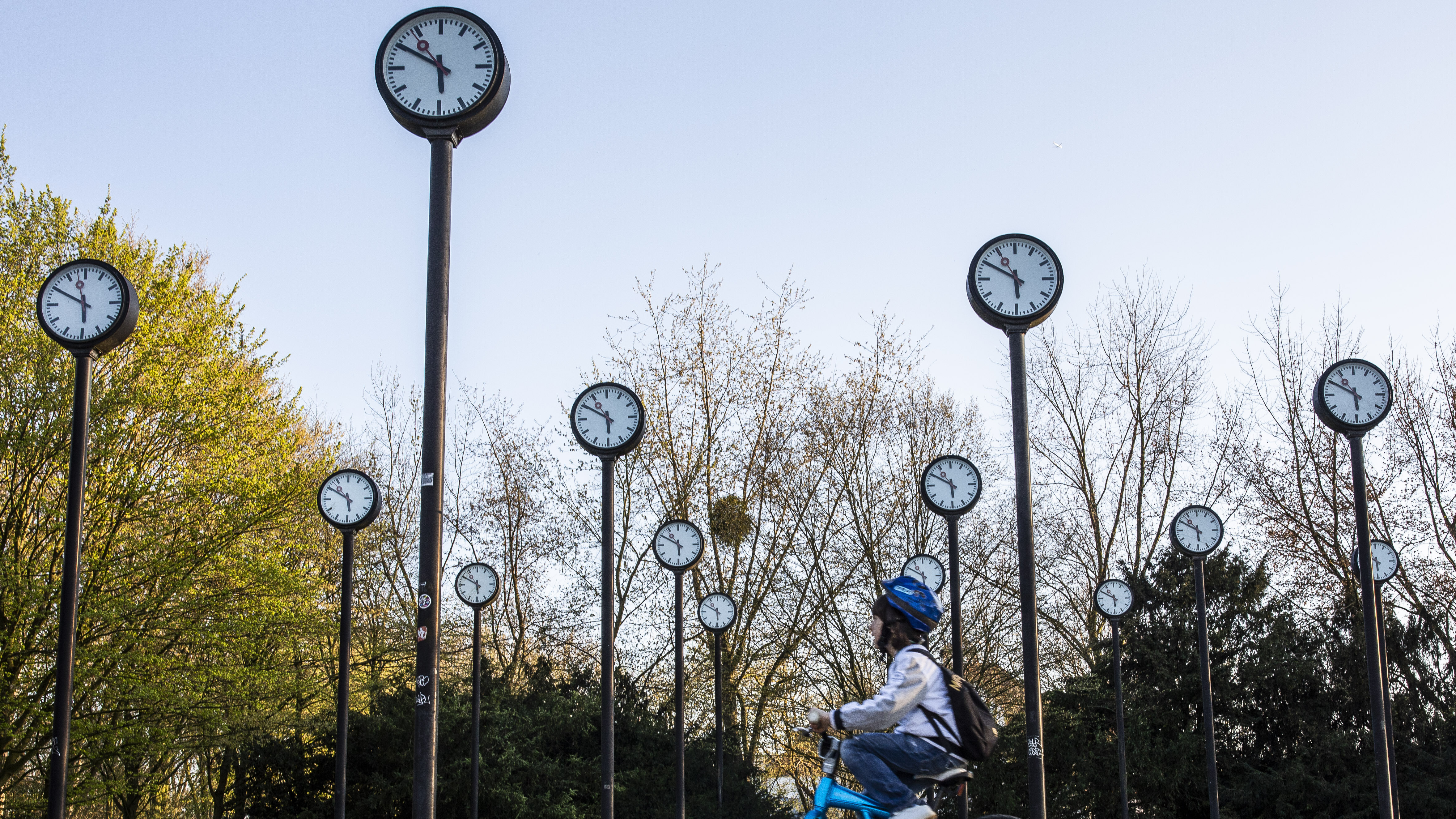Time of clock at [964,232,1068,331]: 5:49
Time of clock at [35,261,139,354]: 5:49
